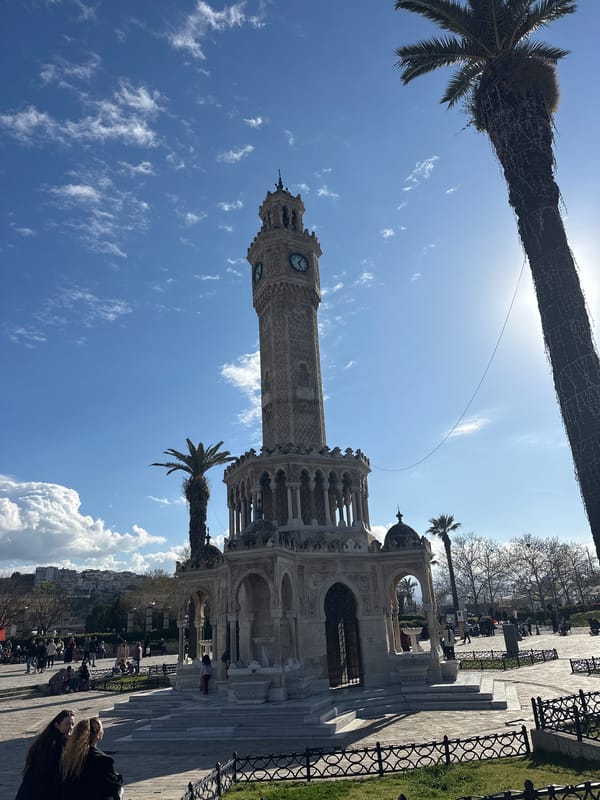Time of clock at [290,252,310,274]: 5:05
